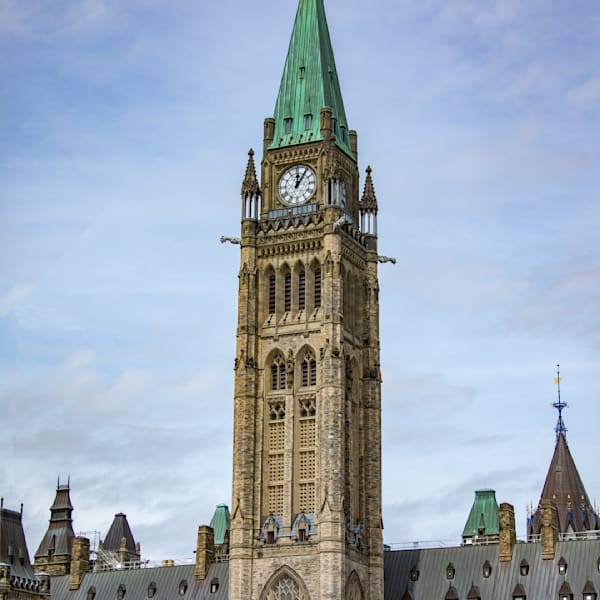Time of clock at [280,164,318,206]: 12:06
